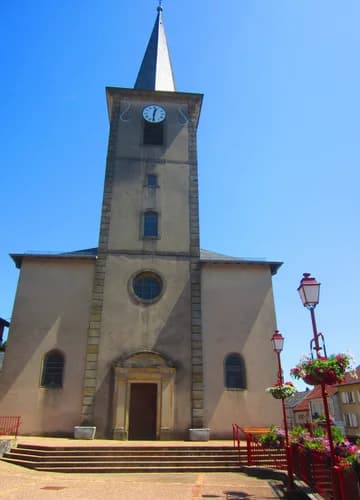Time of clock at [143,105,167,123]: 12:30
